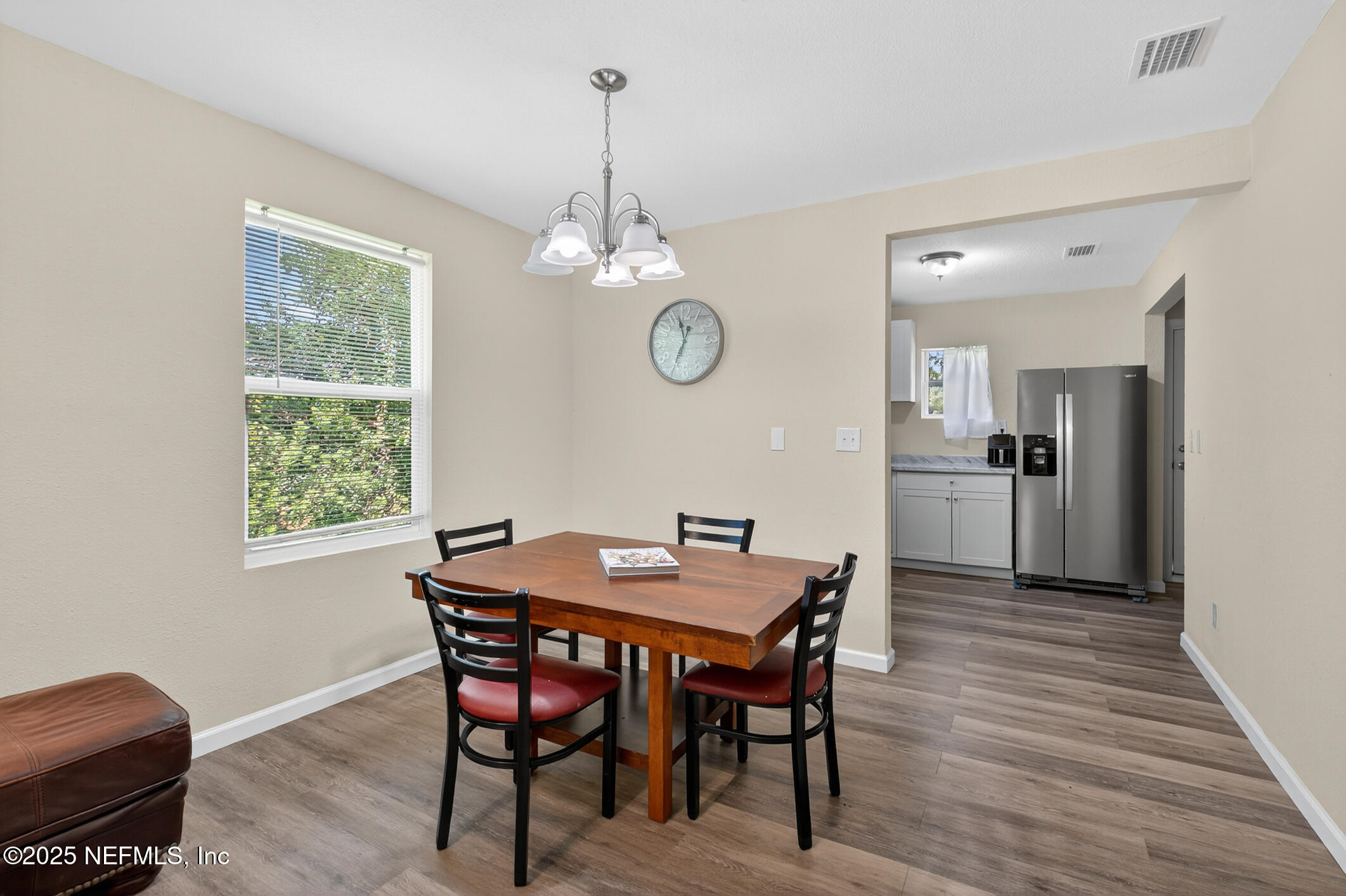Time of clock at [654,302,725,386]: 11:34
